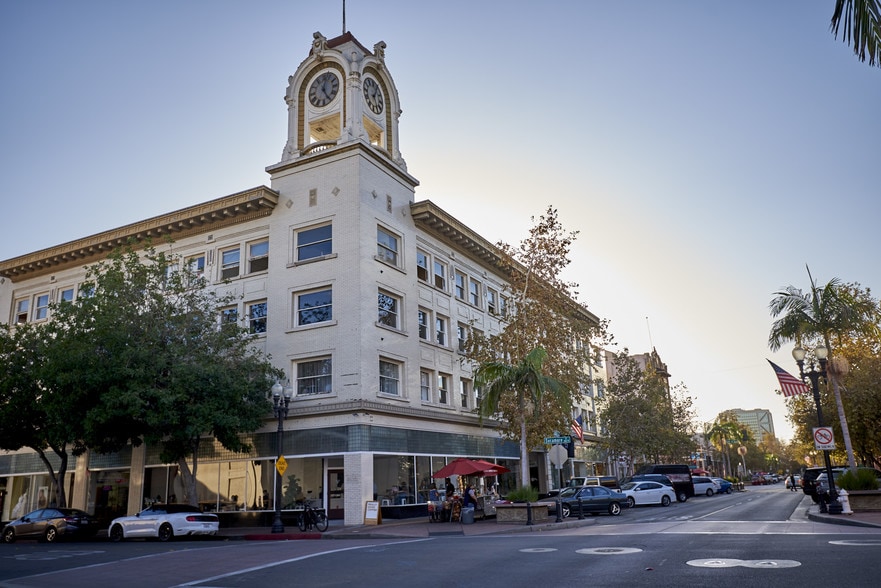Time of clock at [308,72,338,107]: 12:25
